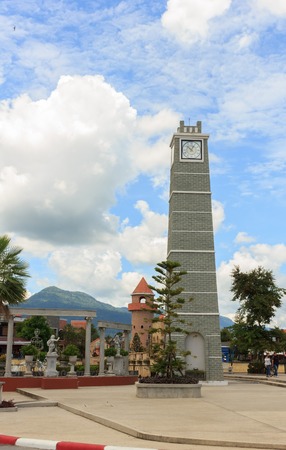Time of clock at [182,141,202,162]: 12:52
